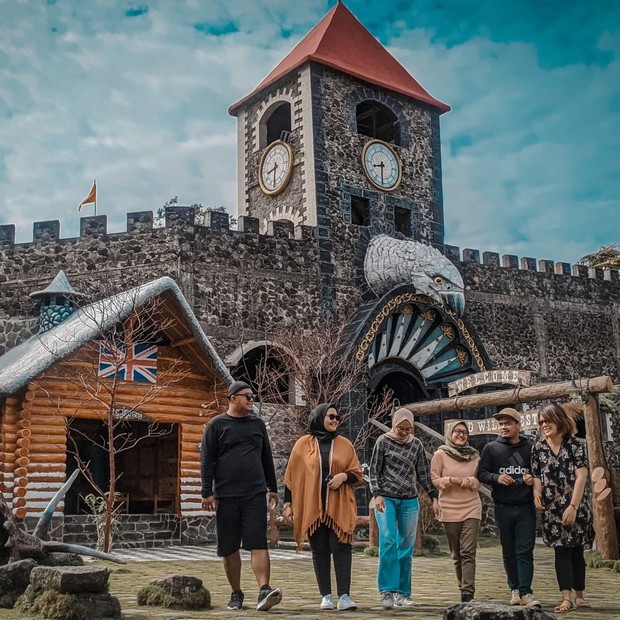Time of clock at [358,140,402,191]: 8:30
